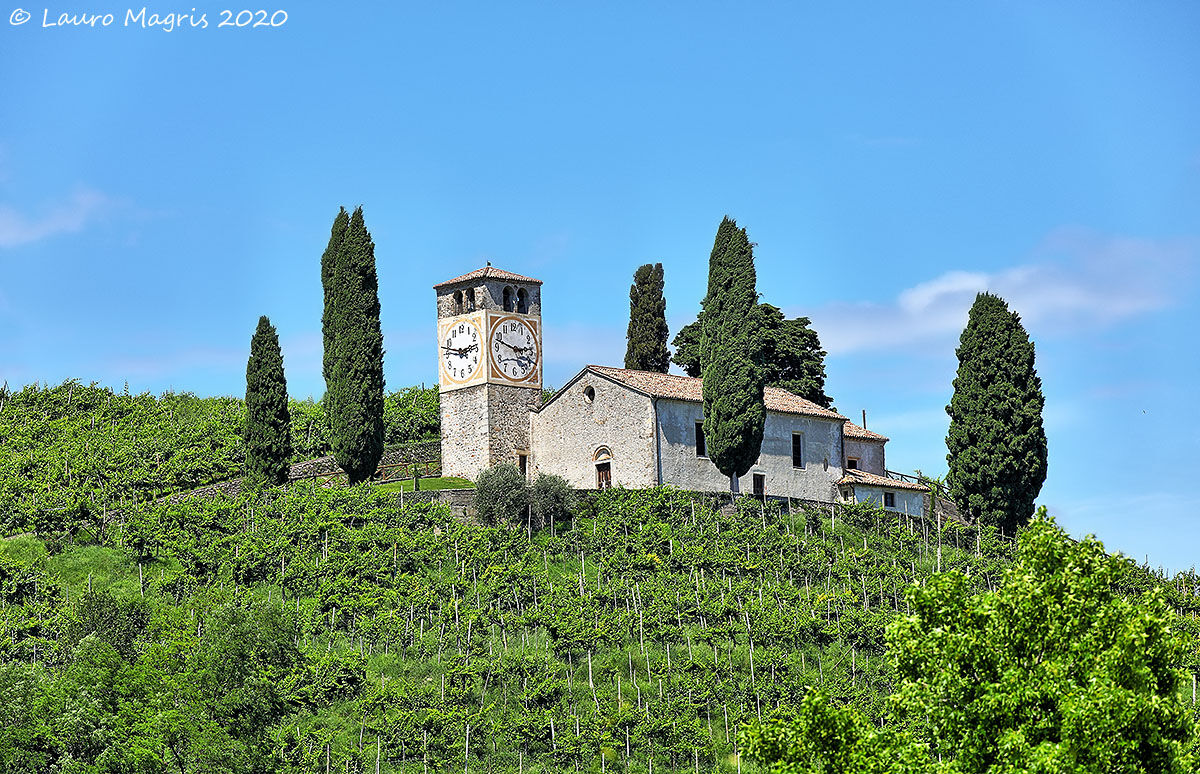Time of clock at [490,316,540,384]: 2:48
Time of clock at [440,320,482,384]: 2:47
